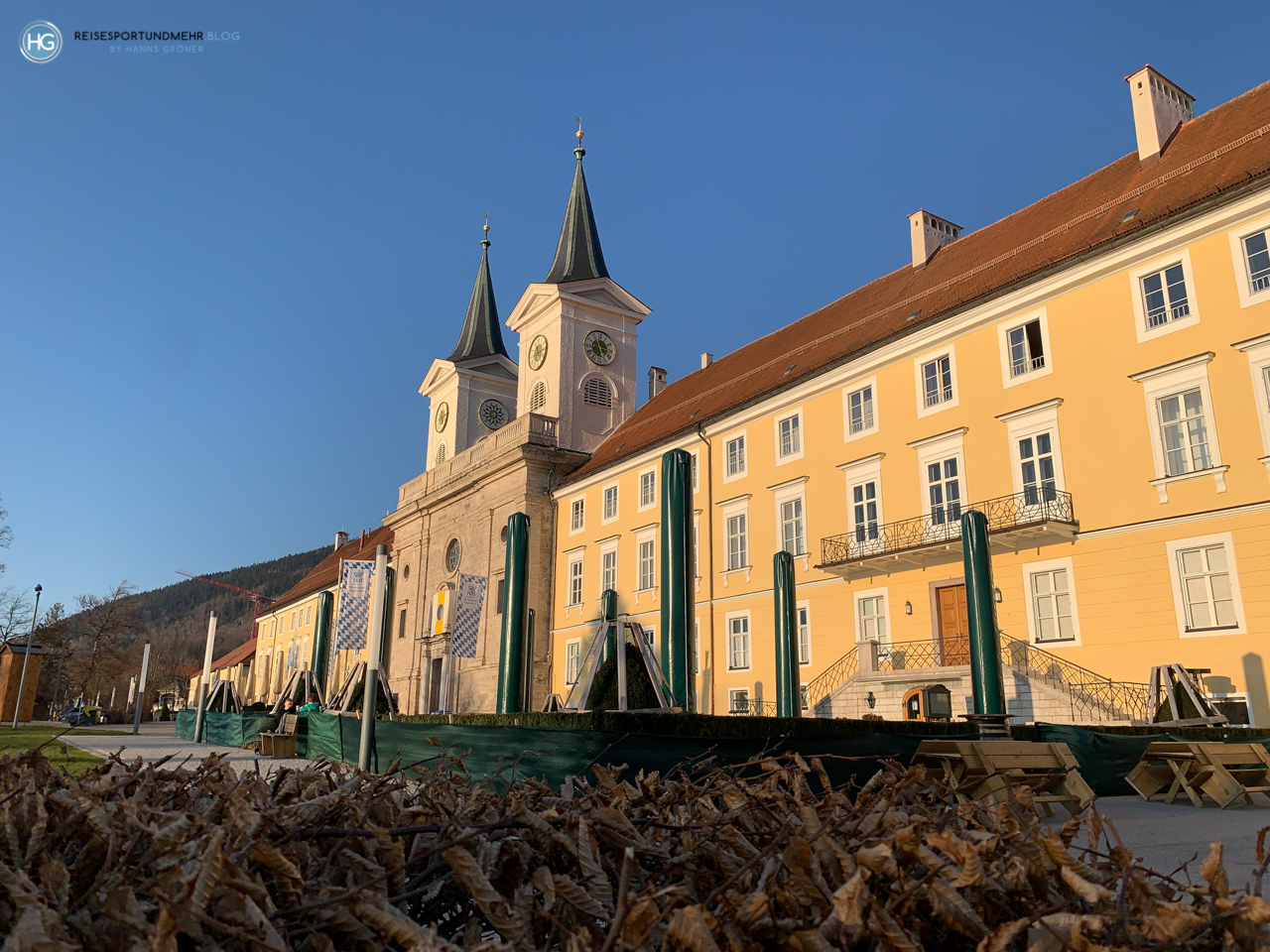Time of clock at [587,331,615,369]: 5:15
